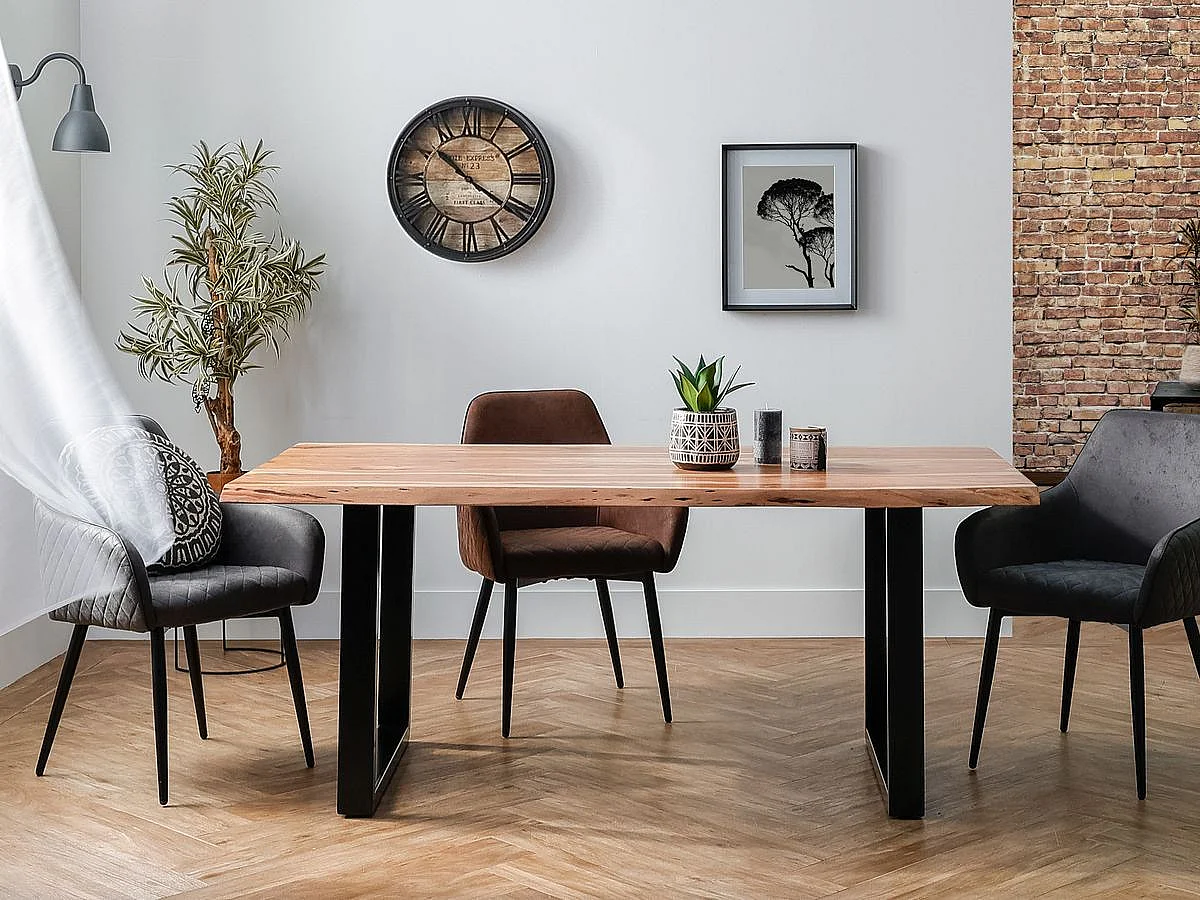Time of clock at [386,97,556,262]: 10:20
